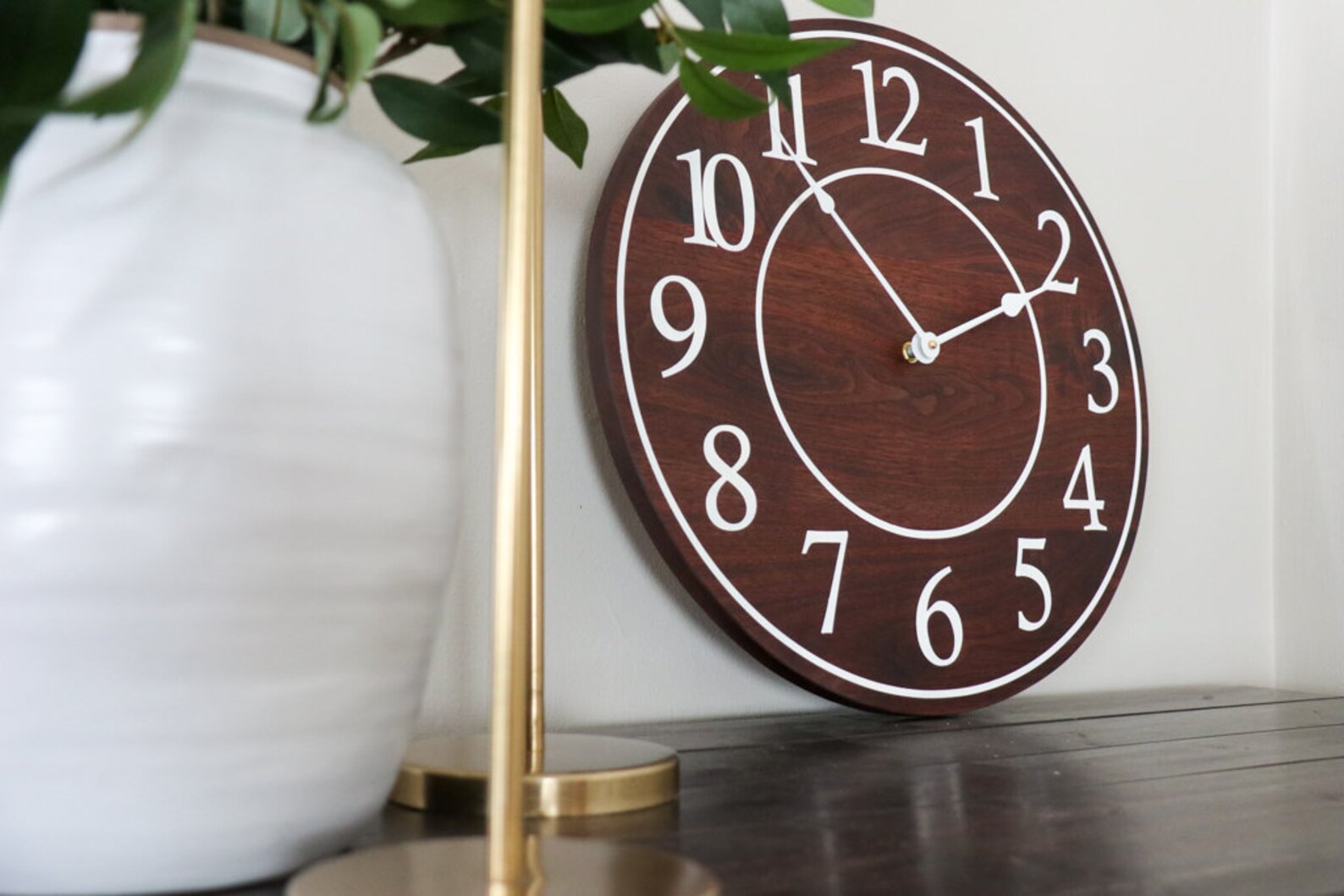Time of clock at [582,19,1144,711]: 2:11
